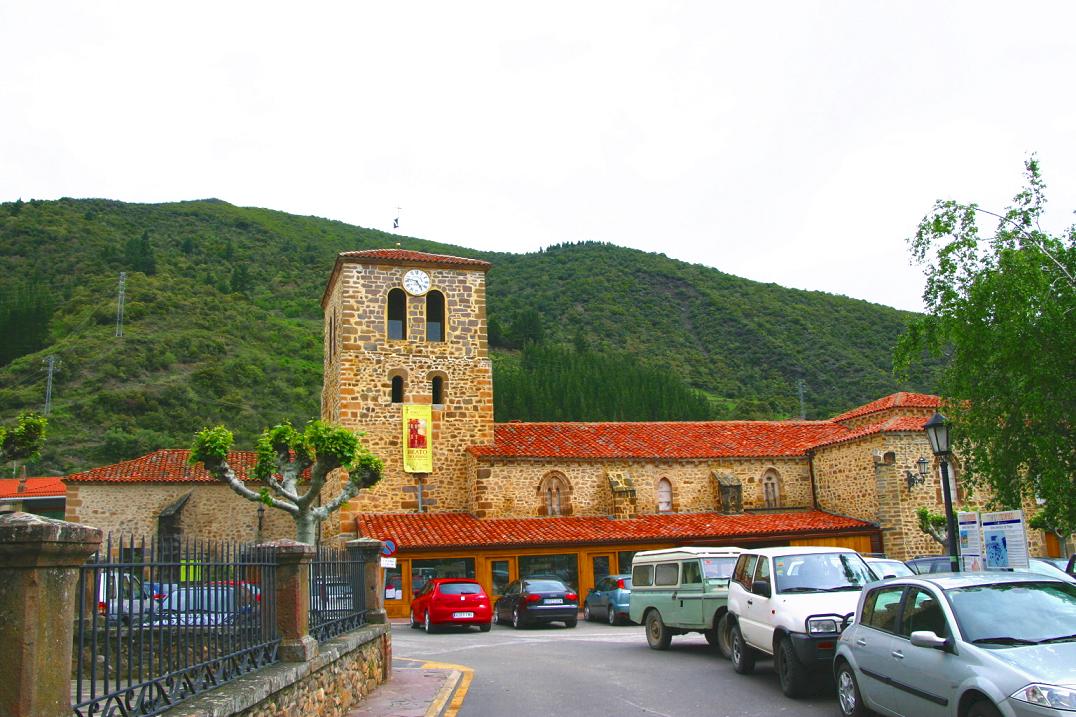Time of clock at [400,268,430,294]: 4:46
